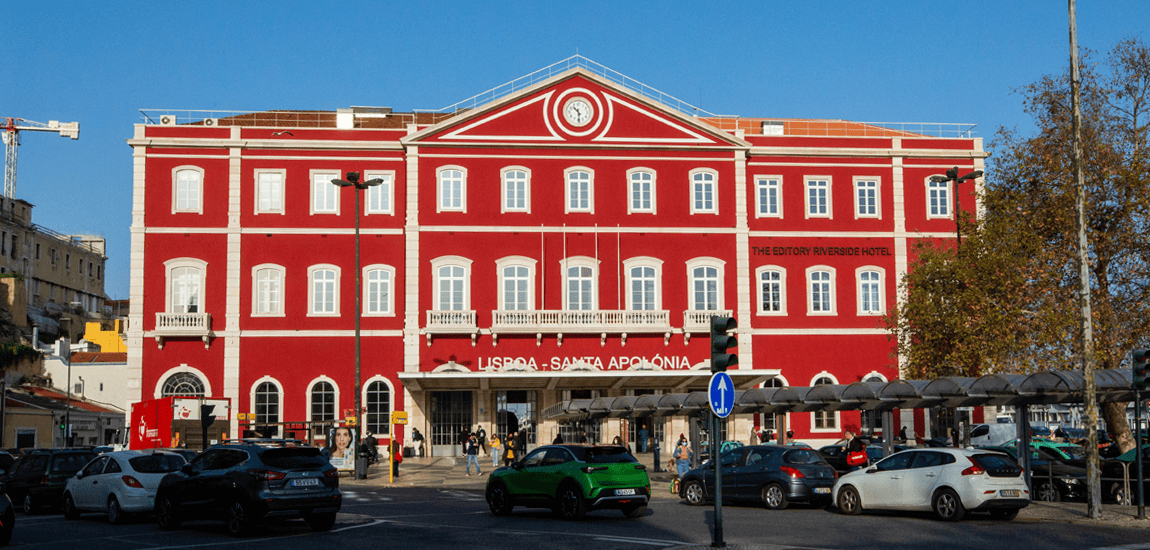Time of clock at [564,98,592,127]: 10:29
